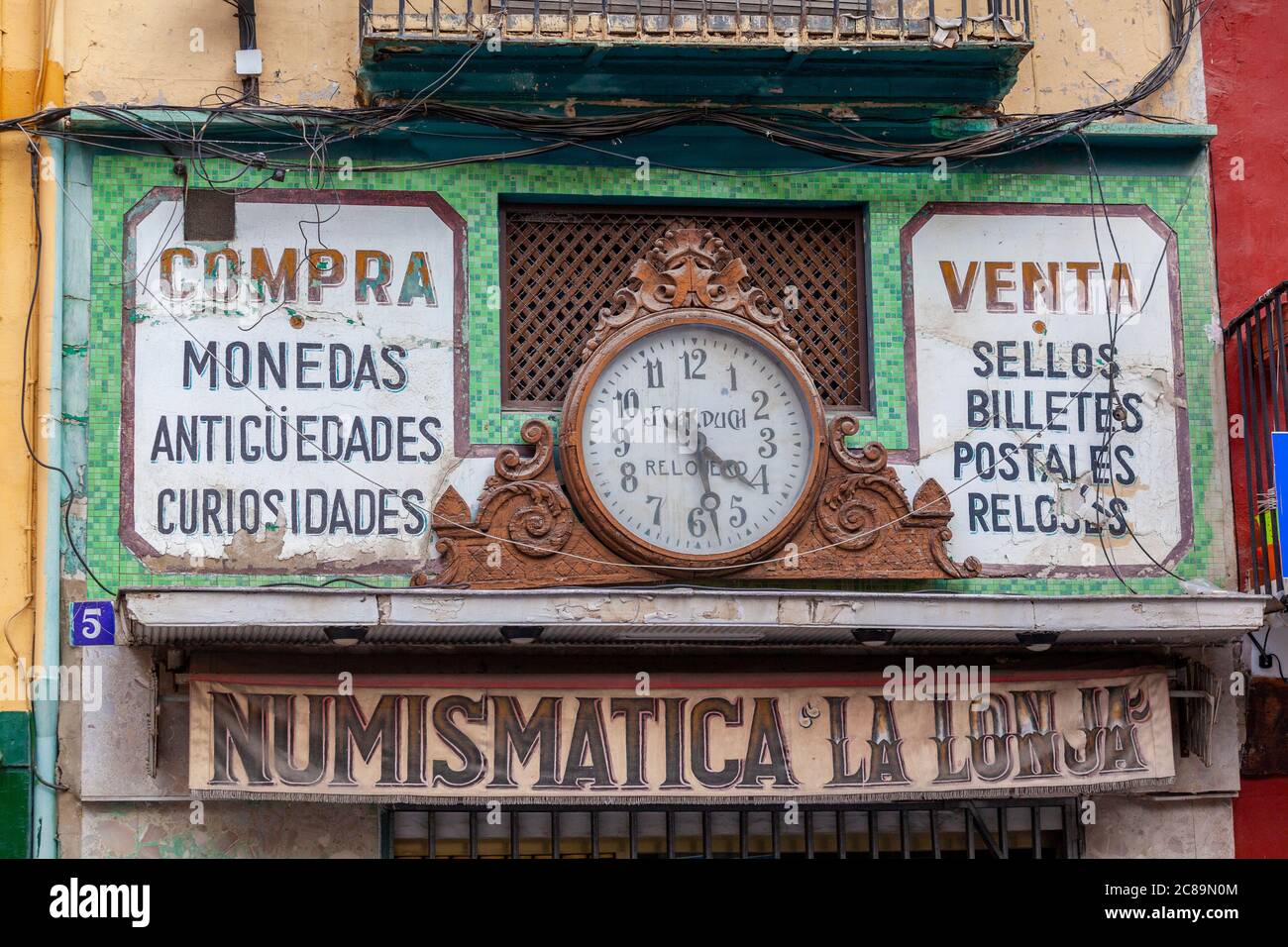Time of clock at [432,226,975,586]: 4:29
